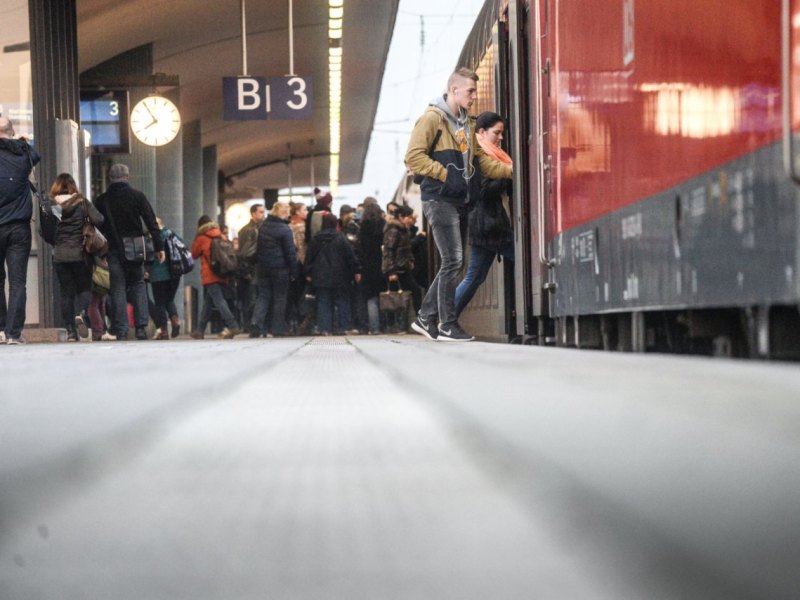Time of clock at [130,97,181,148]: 7:54
